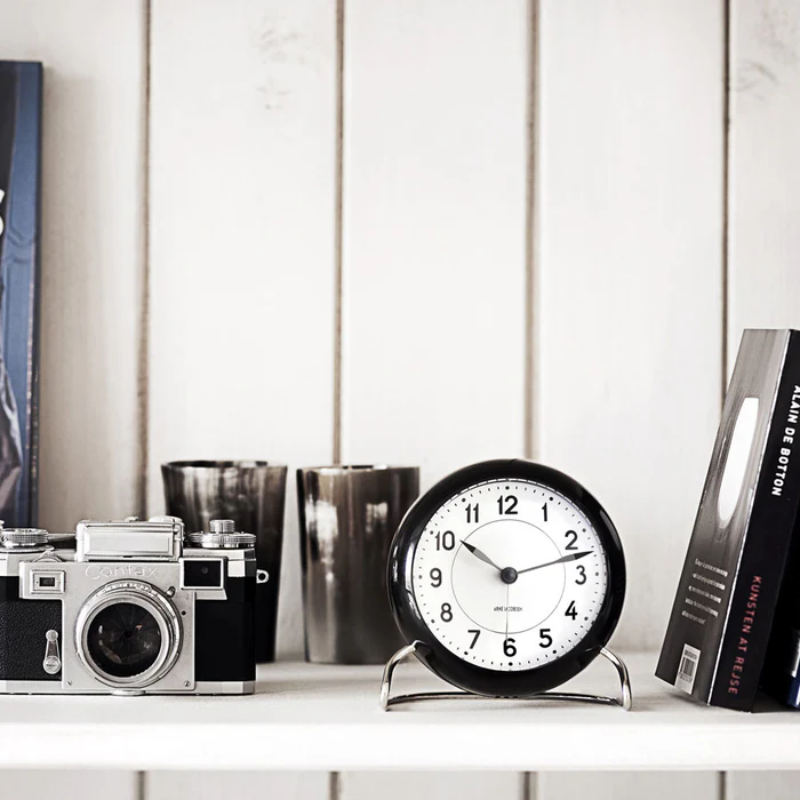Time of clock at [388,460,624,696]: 10:12
